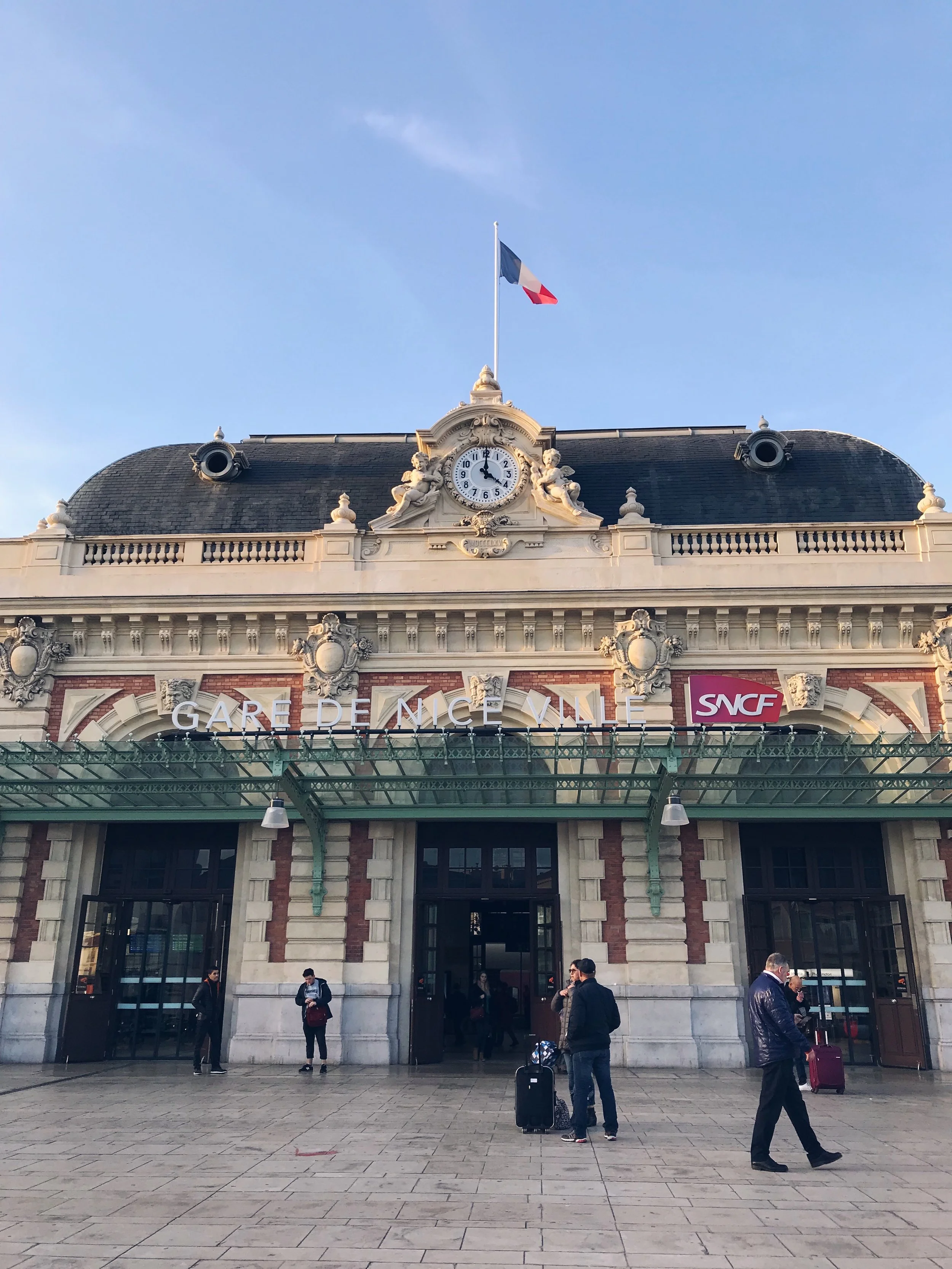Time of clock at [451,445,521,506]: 4:00
